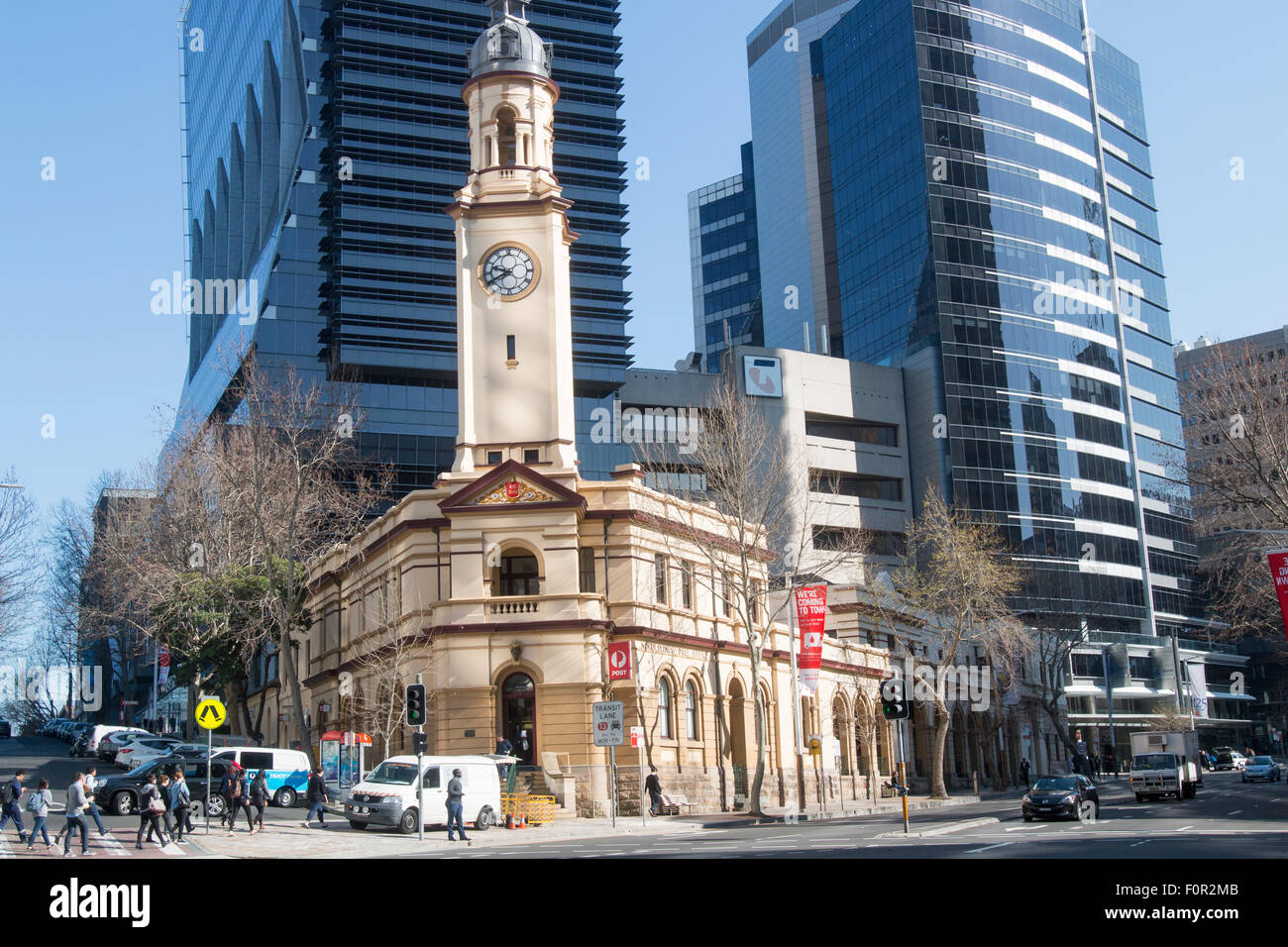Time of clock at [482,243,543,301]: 9:40
